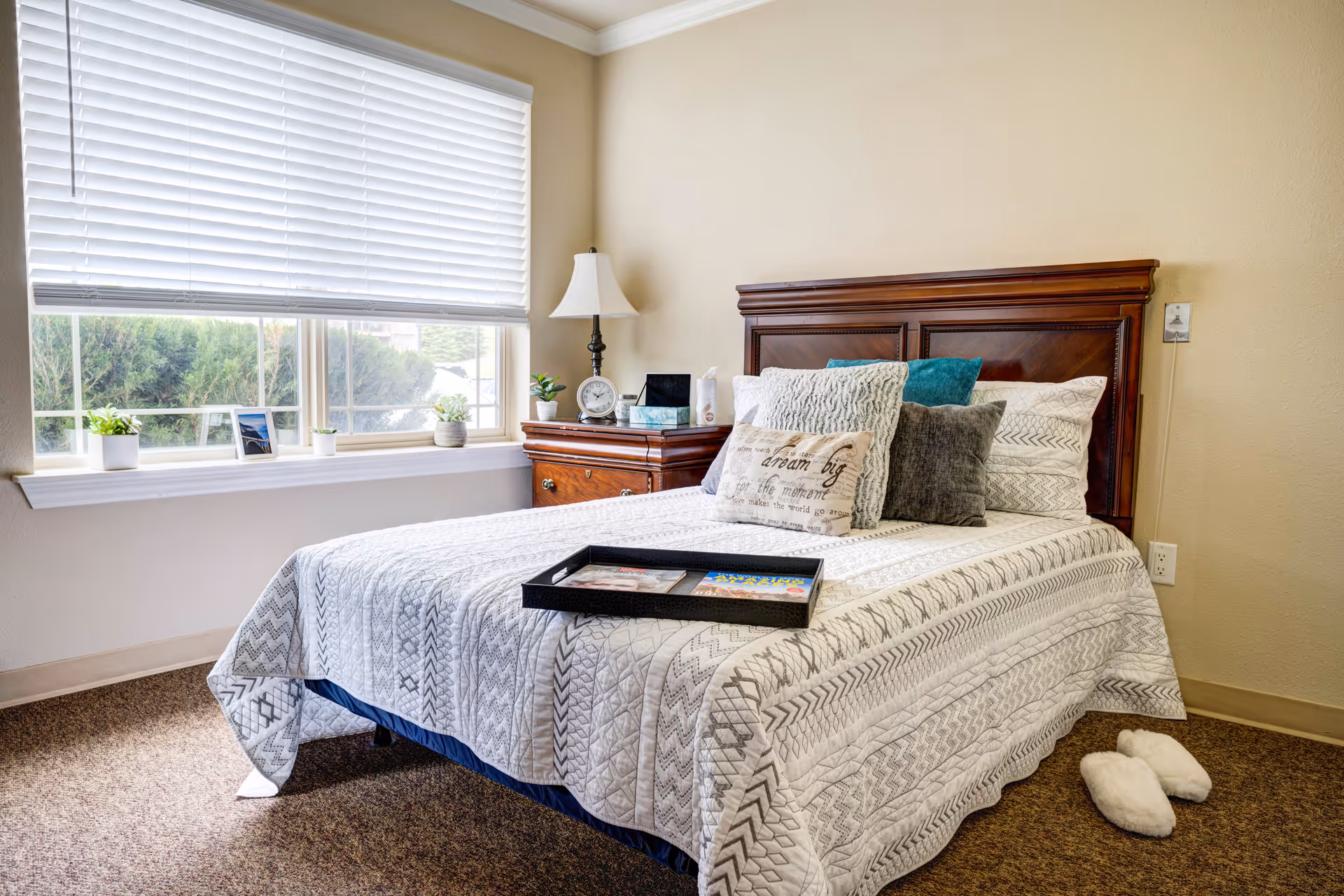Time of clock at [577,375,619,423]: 10:09
